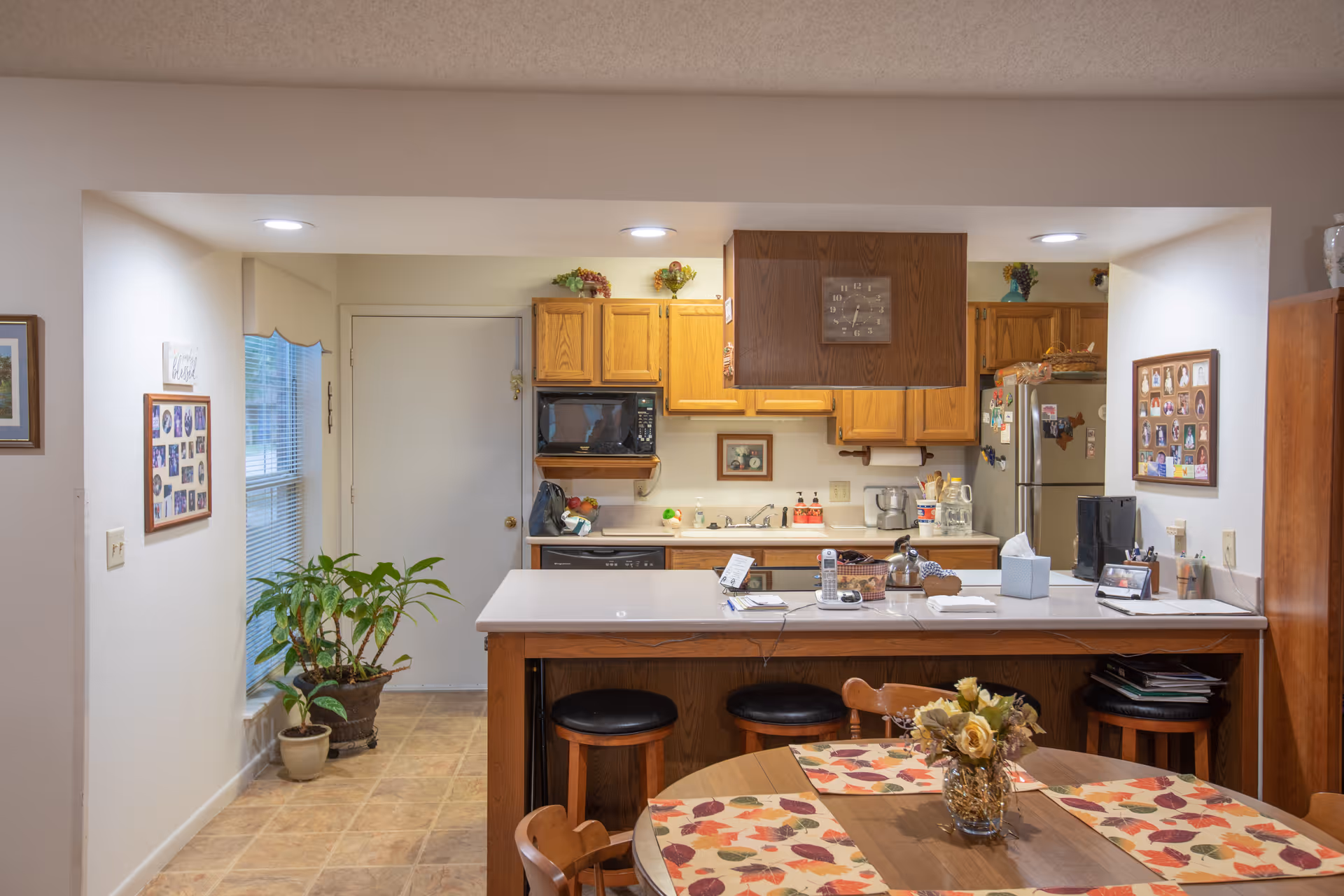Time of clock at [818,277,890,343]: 6:32
